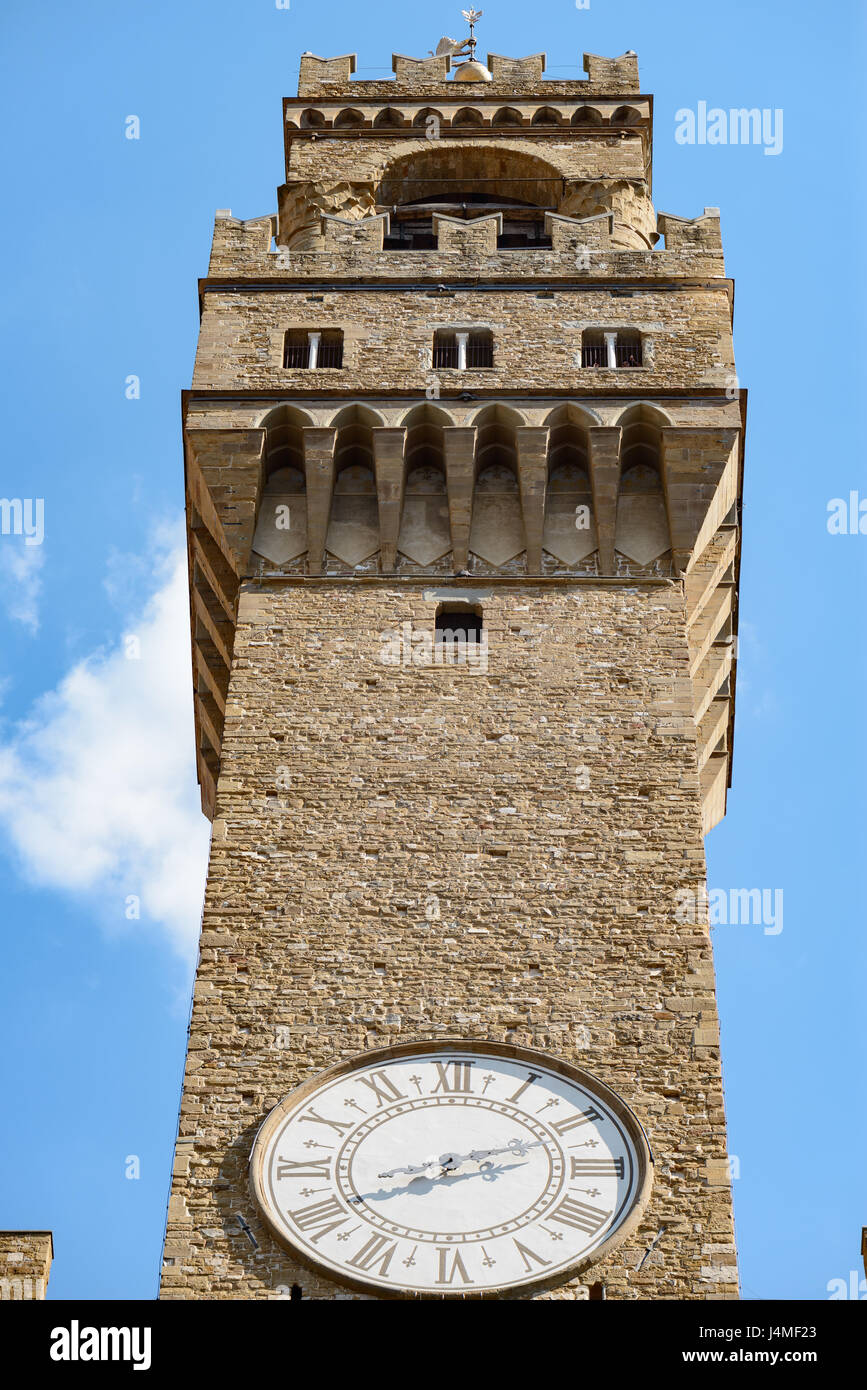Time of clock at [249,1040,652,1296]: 8:11
